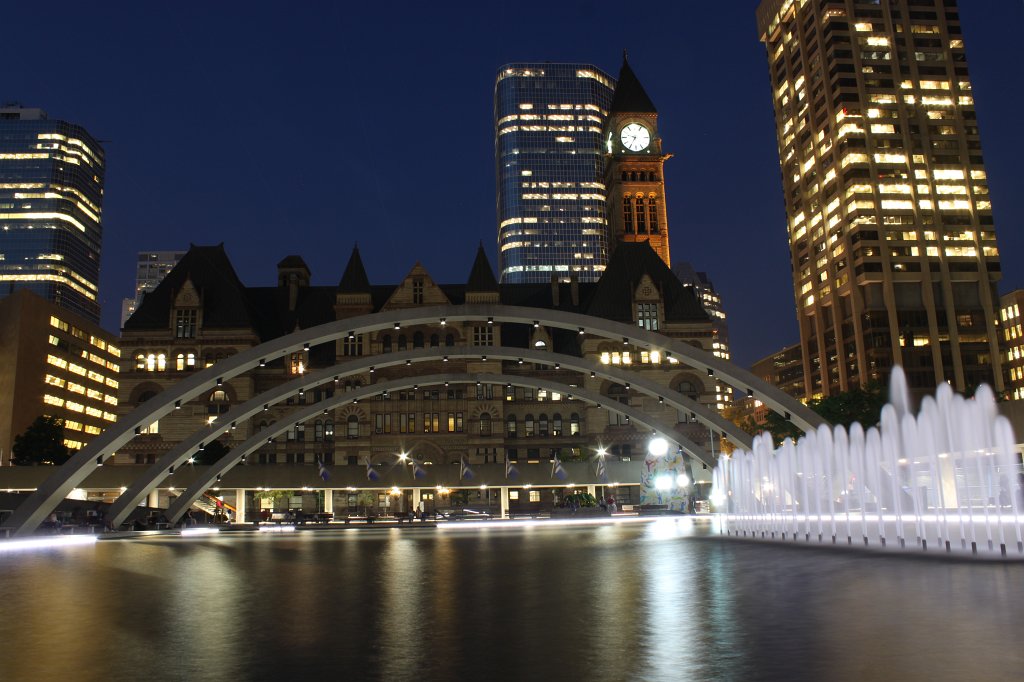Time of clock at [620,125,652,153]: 9:34
